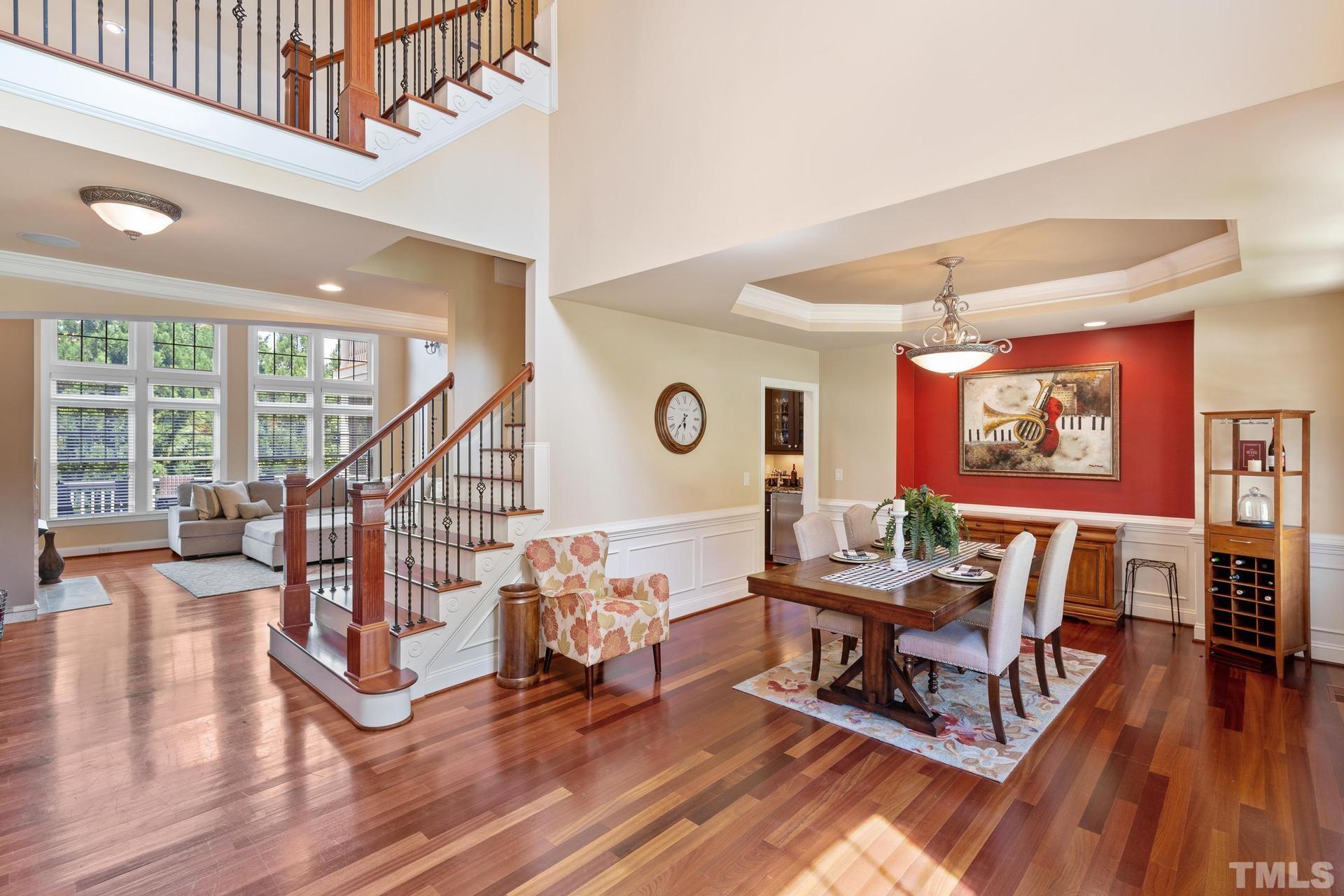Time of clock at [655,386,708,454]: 5:36
